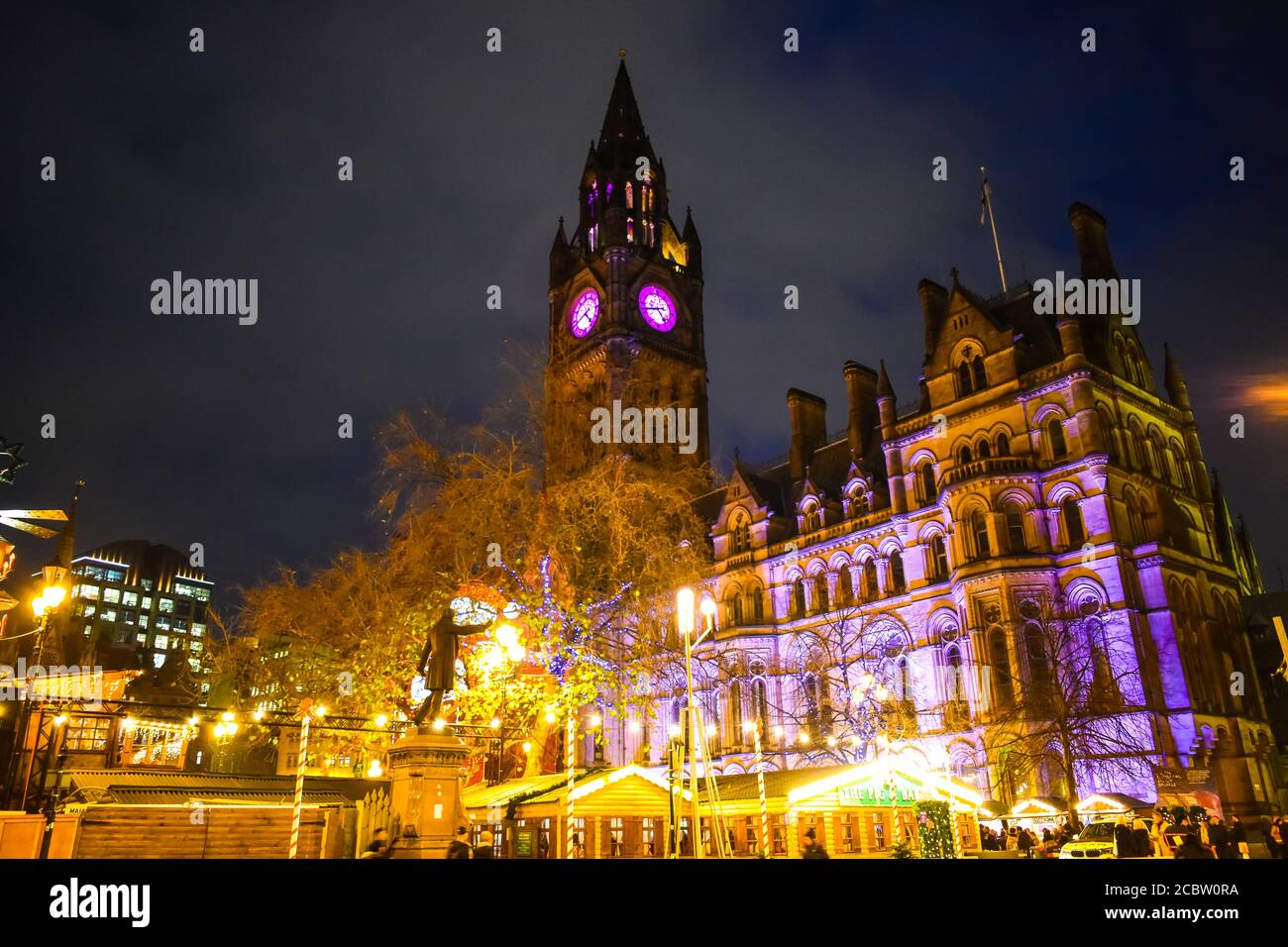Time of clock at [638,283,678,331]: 4:42
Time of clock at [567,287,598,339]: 4:40
